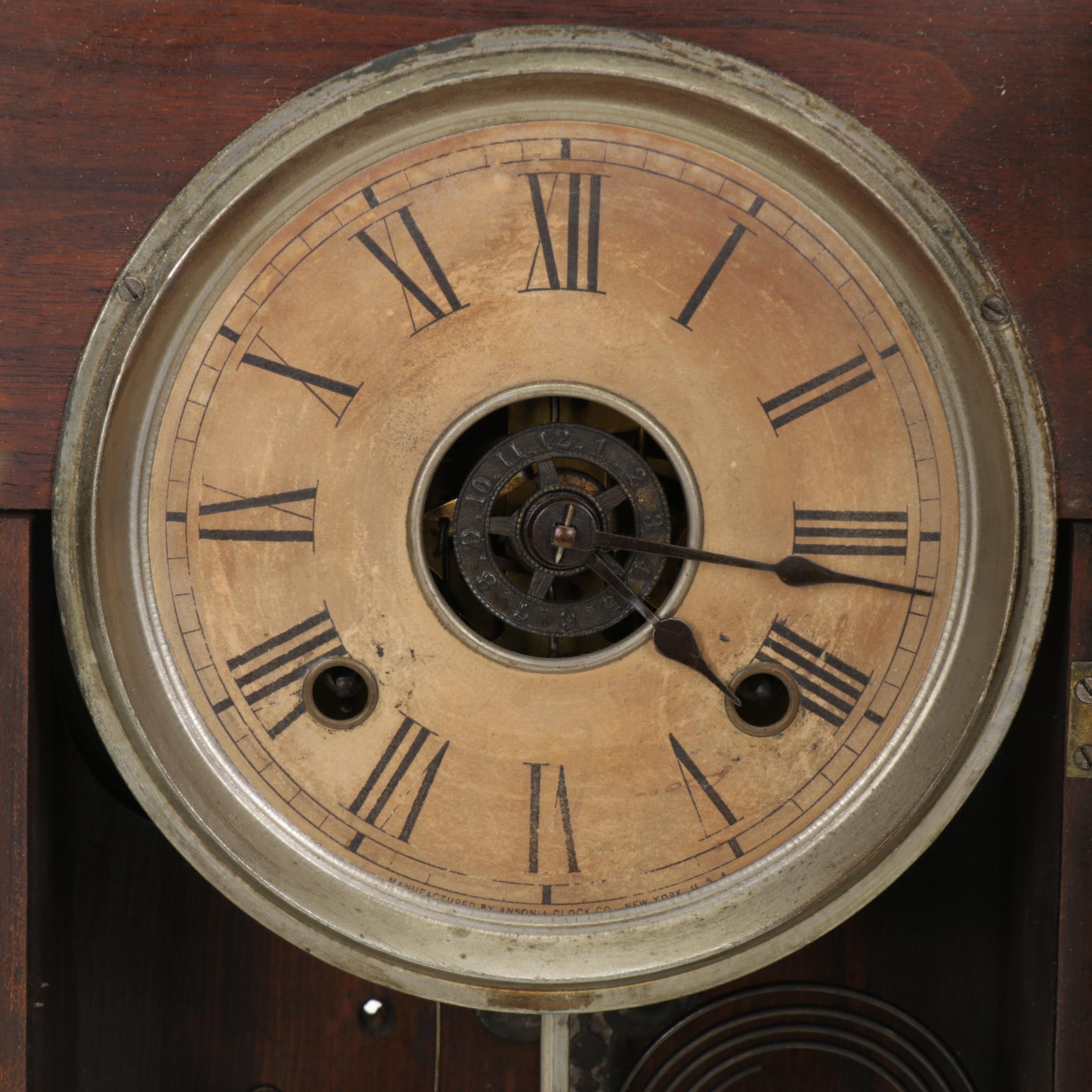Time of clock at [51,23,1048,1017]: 4:16
